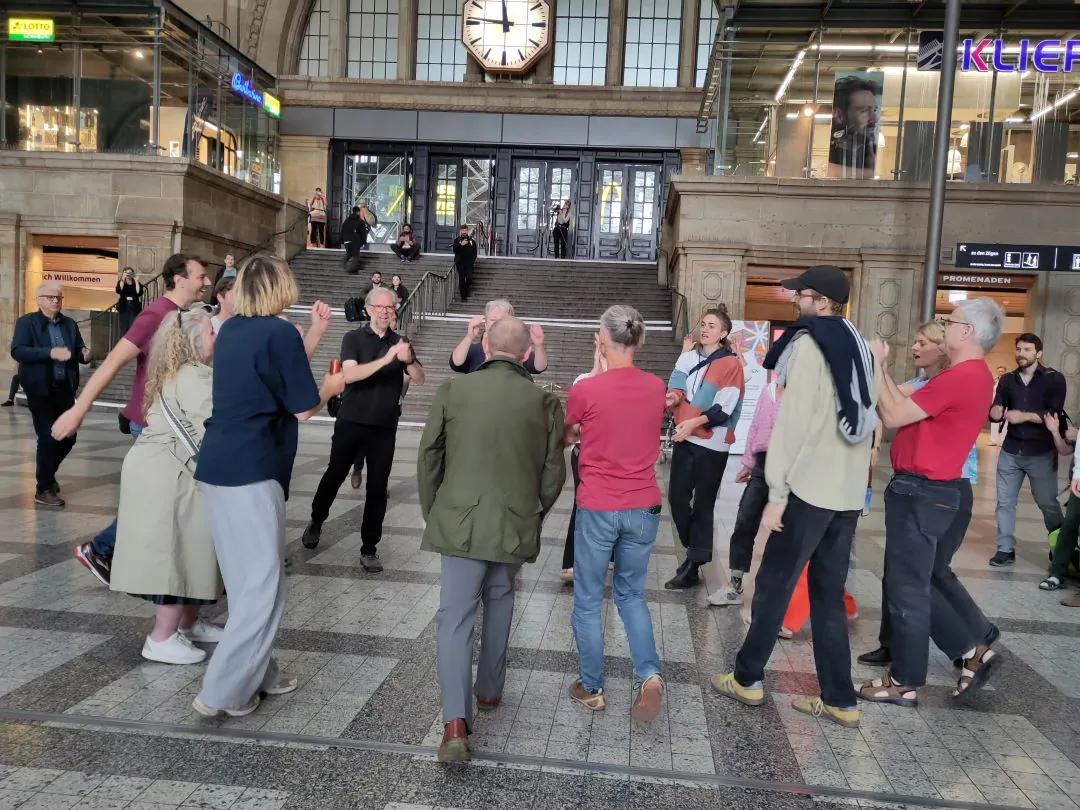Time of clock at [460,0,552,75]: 11:46
